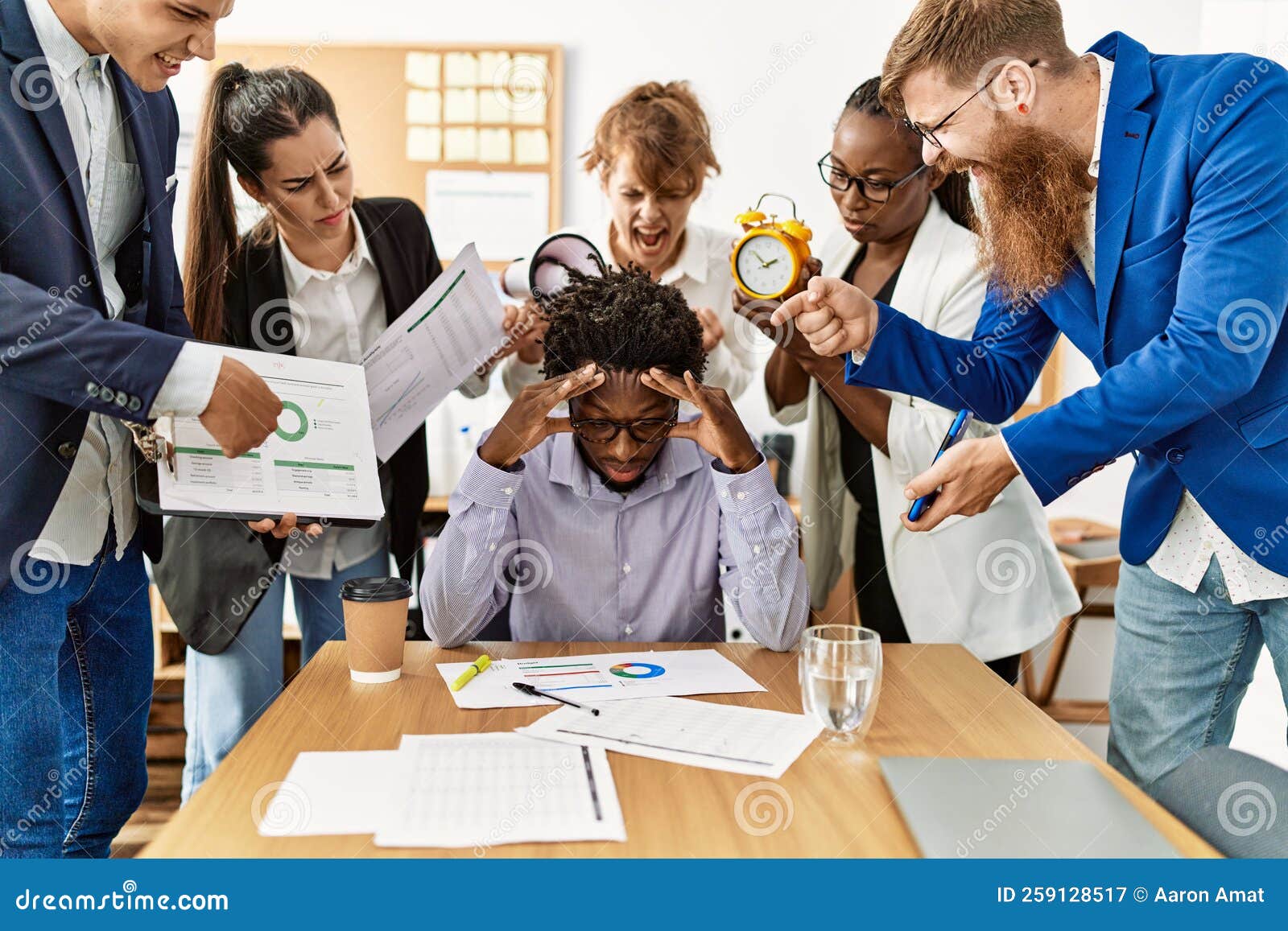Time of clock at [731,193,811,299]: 1:51
